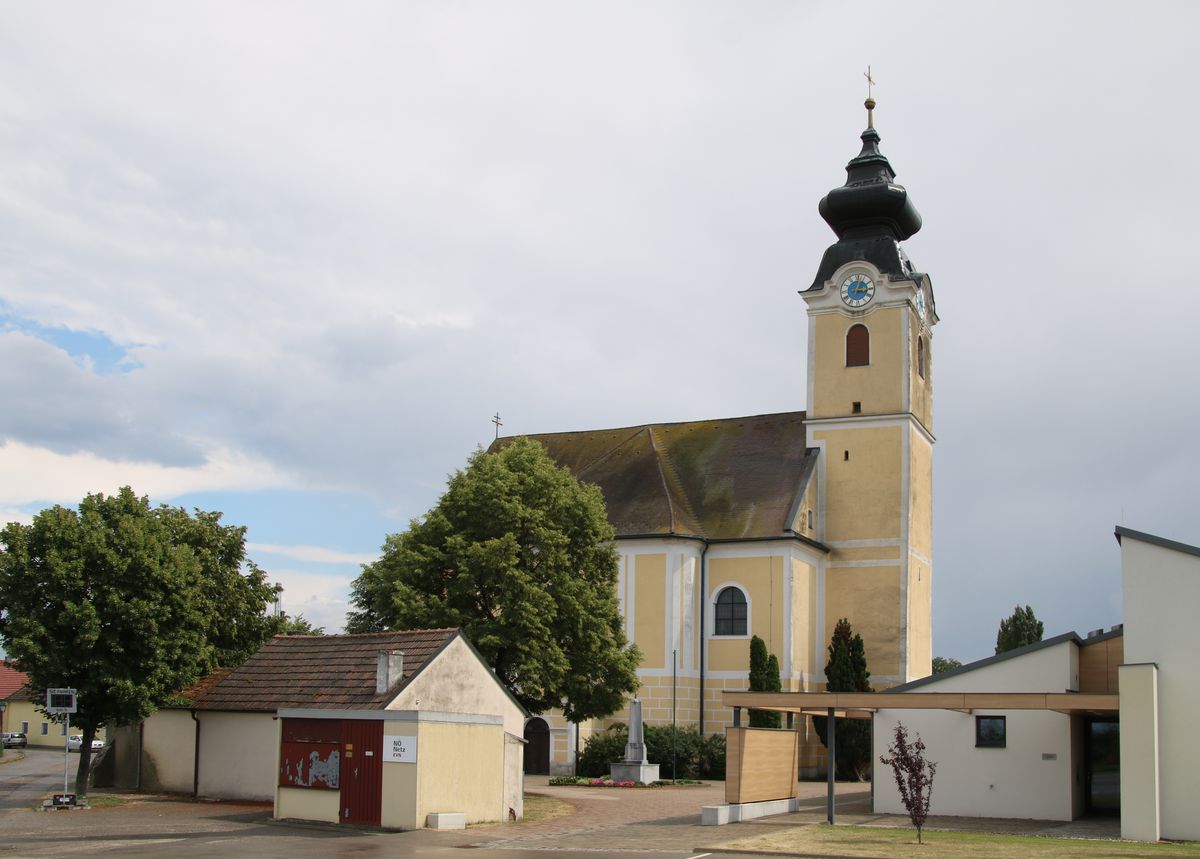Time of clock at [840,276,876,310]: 3:02
